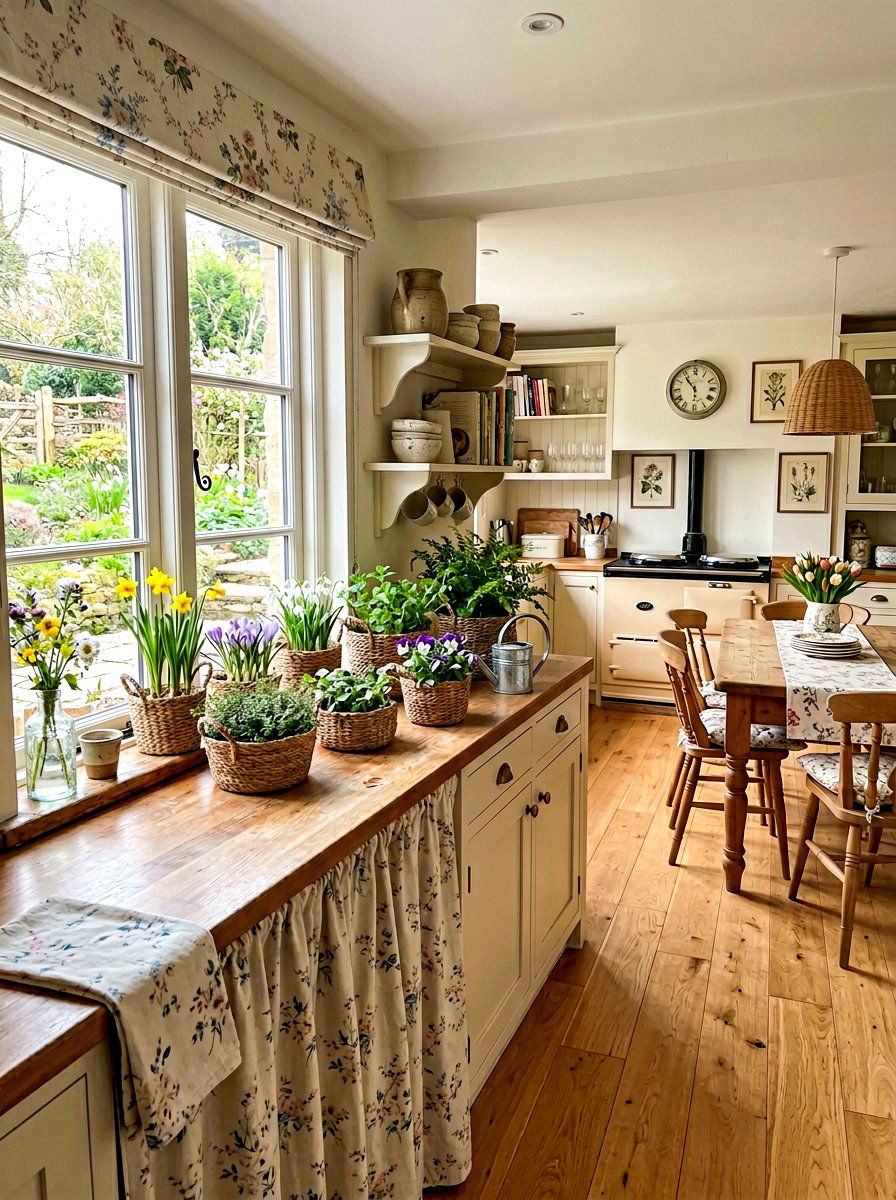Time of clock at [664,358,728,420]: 5:53
